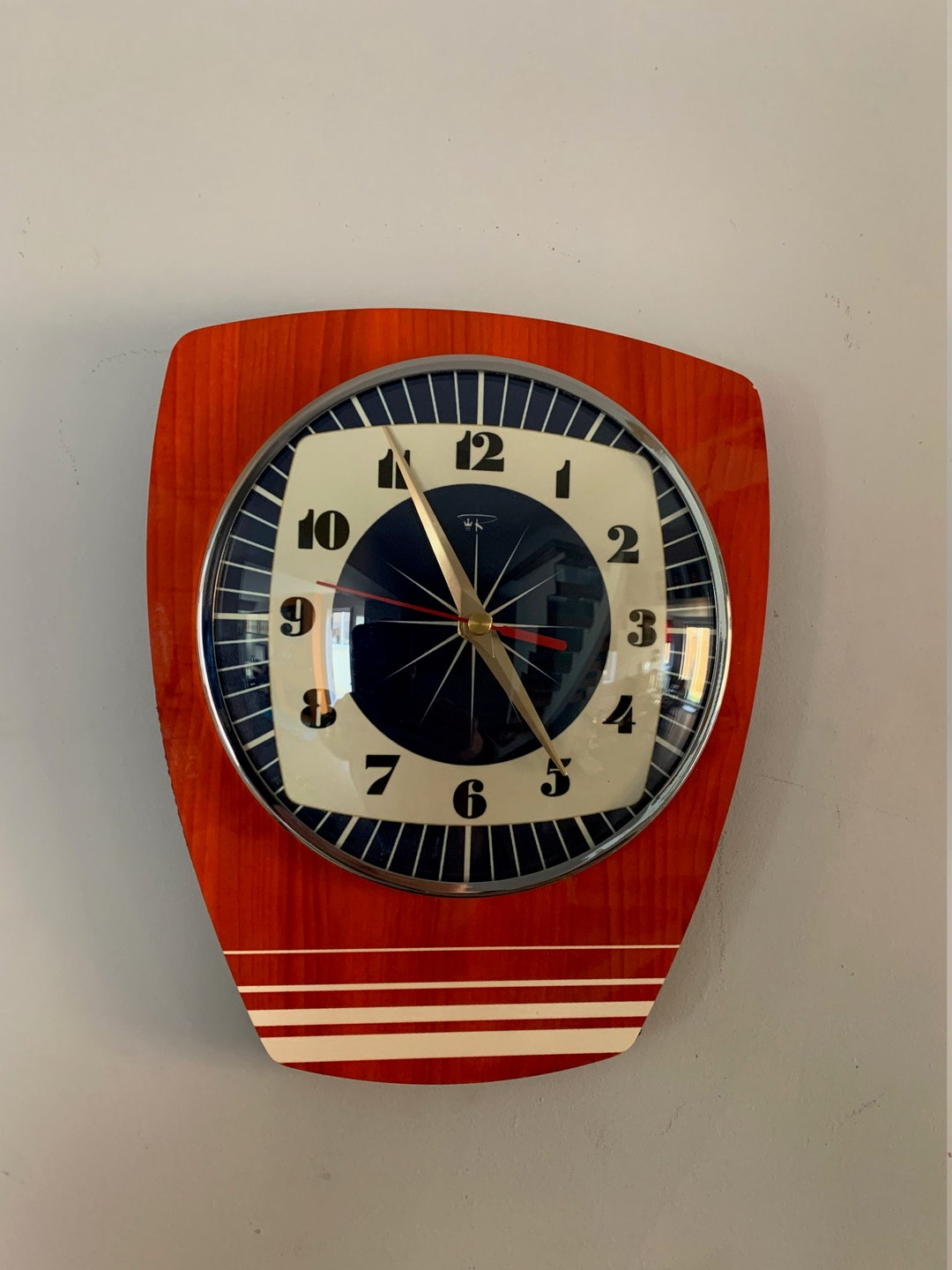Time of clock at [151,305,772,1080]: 4:55
